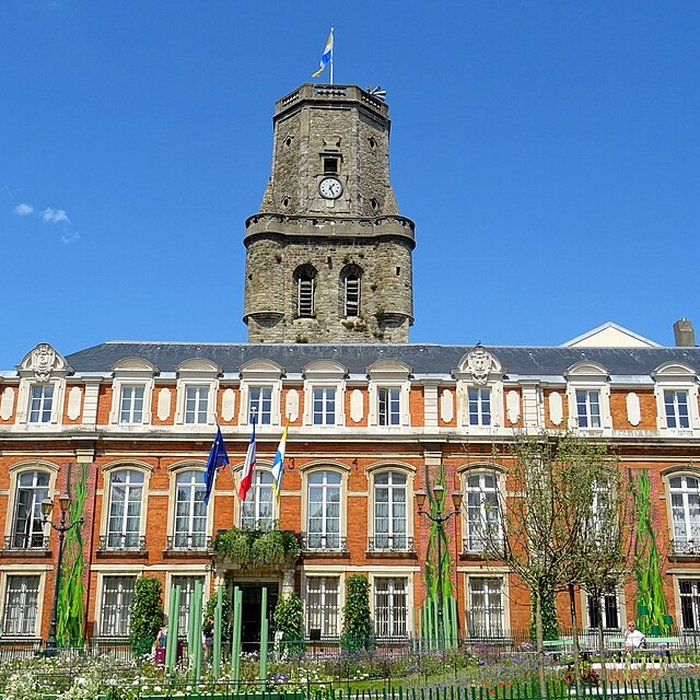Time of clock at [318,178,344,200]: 1:26
